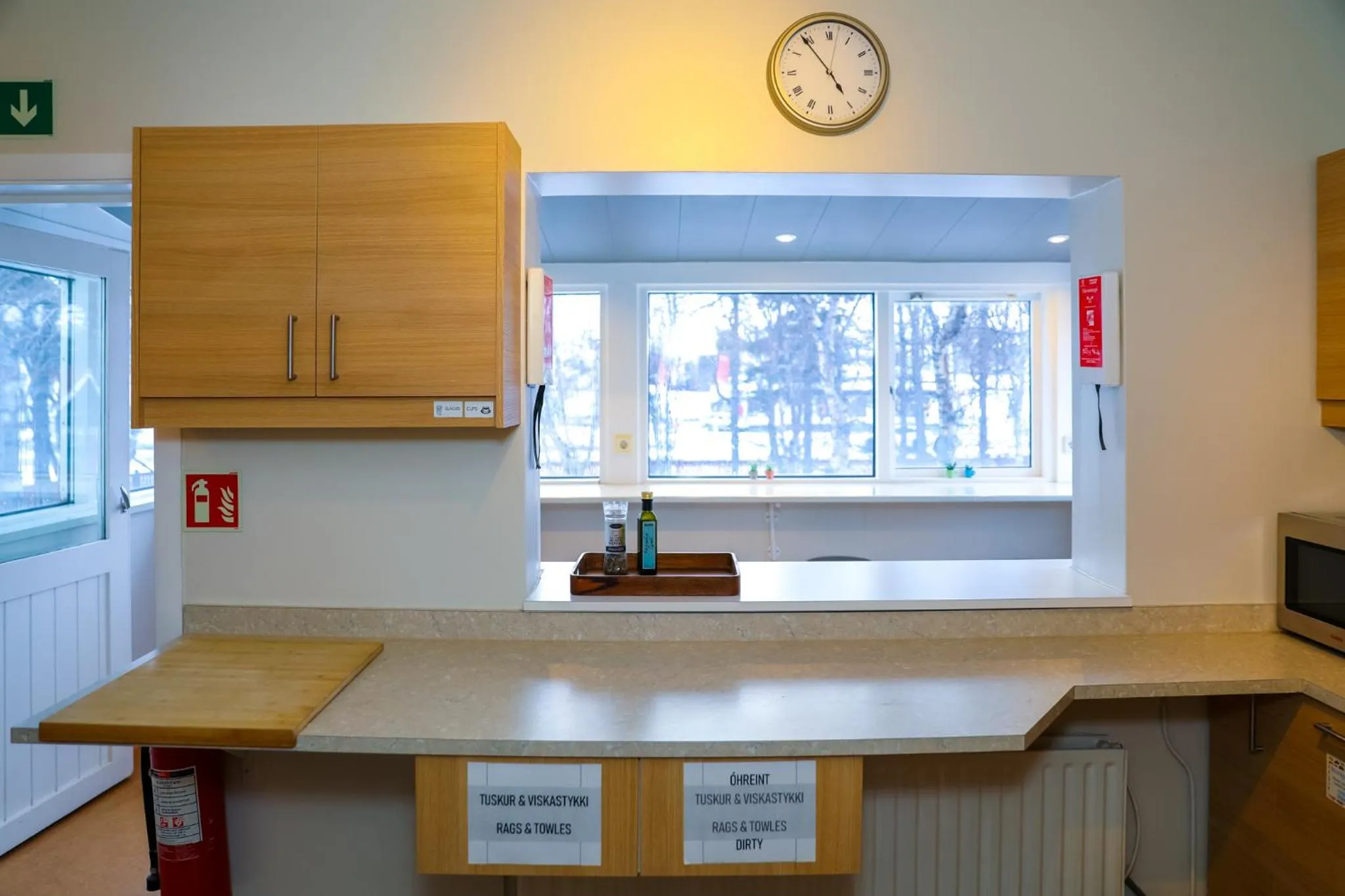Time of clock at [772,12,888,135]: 4:53
